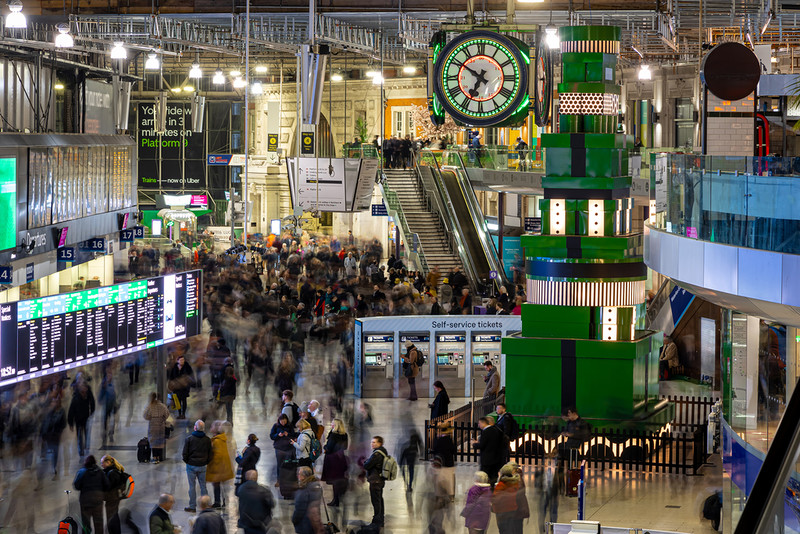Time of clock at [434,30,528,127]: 6:50
